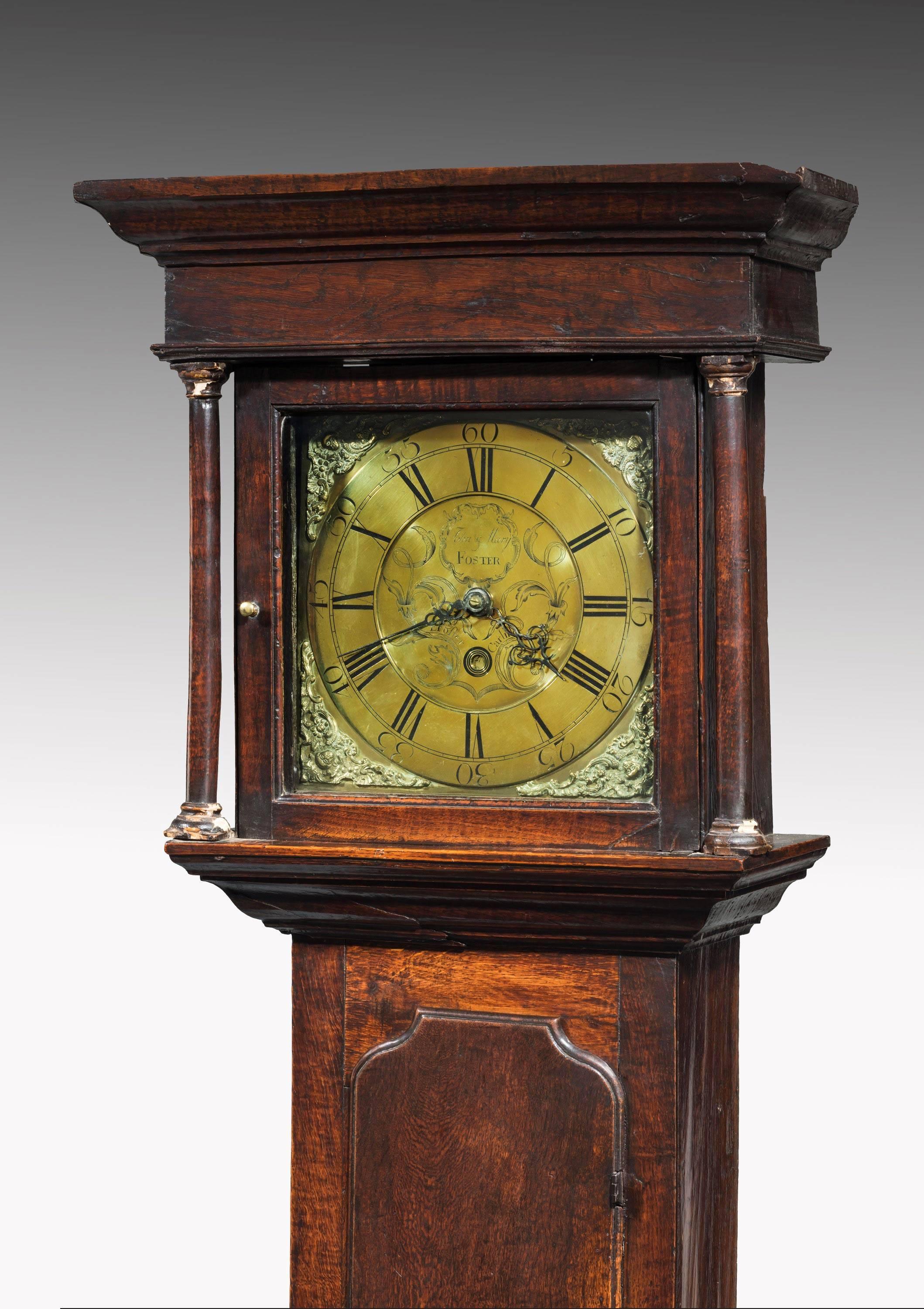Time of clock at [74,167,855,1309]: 8:19
